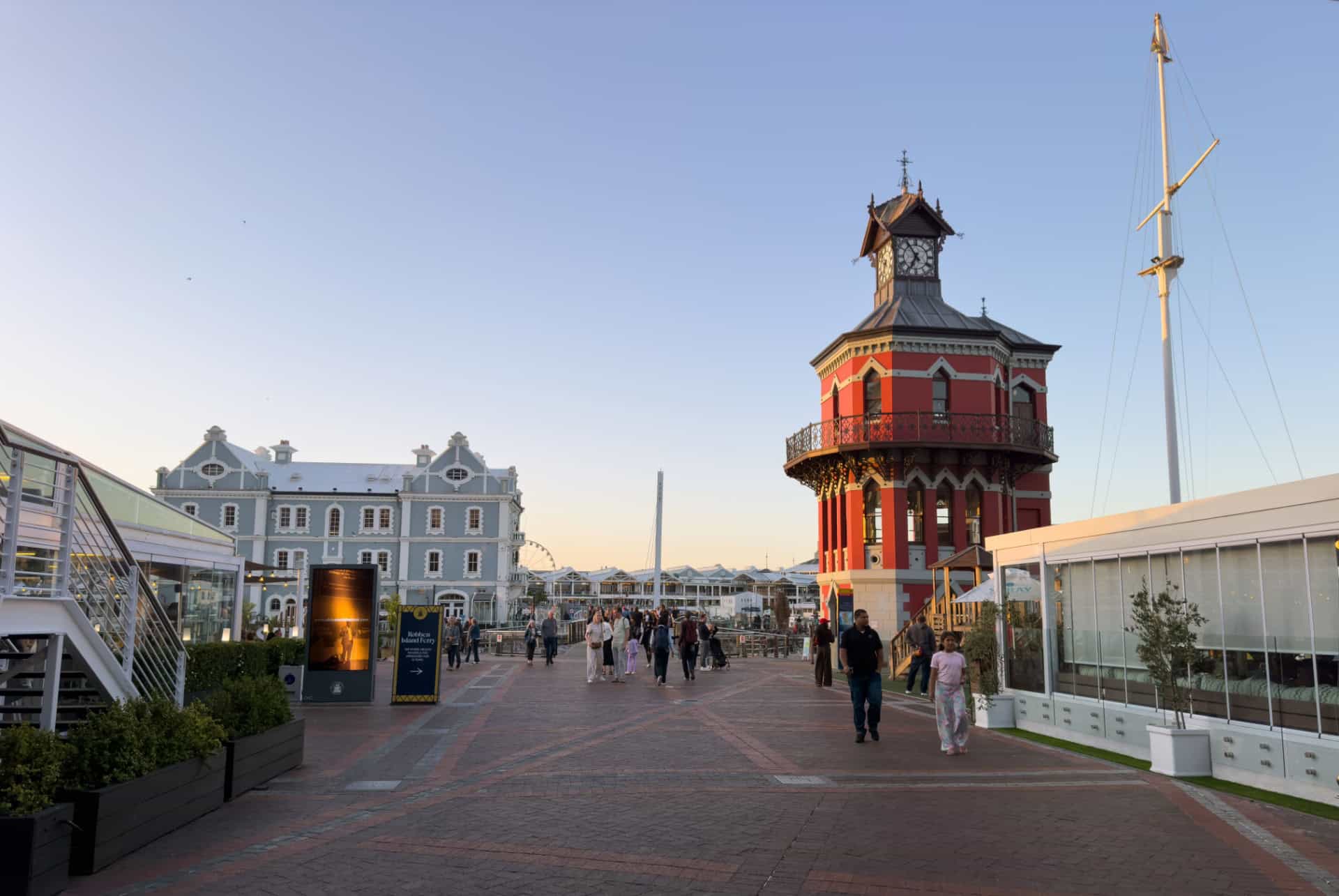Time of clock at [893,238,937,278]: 6:54
